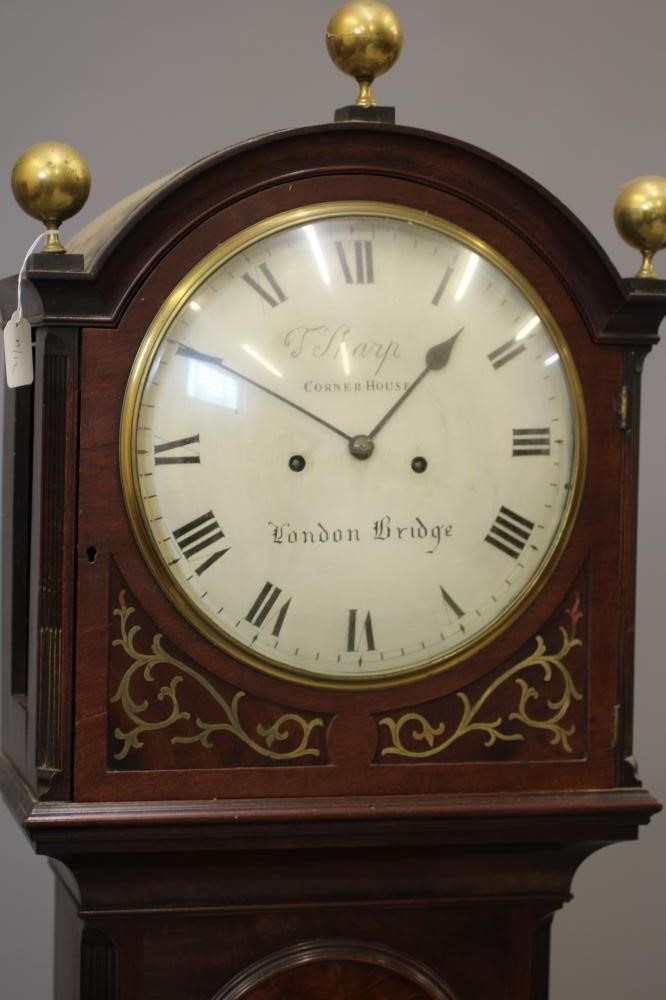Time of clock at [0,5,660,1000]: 1:49
